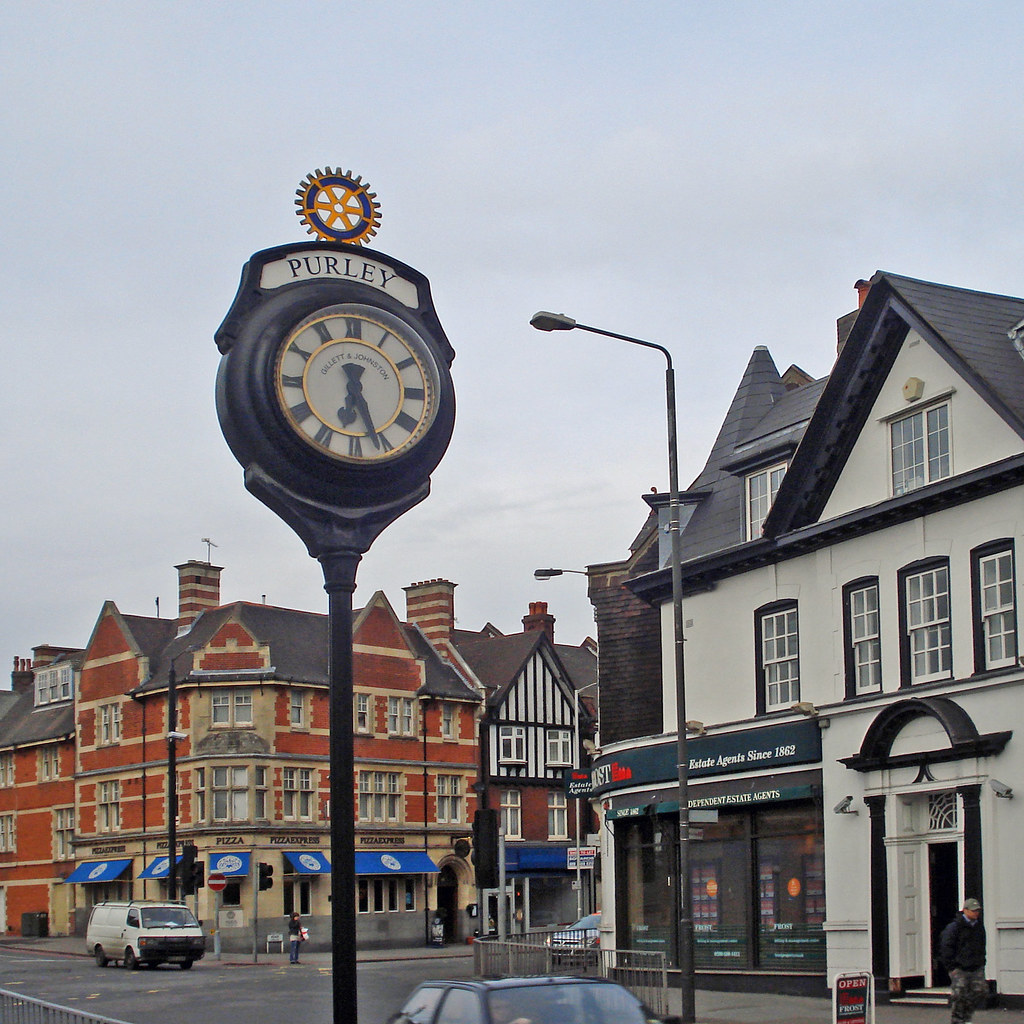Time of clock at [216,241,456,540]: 6:26
